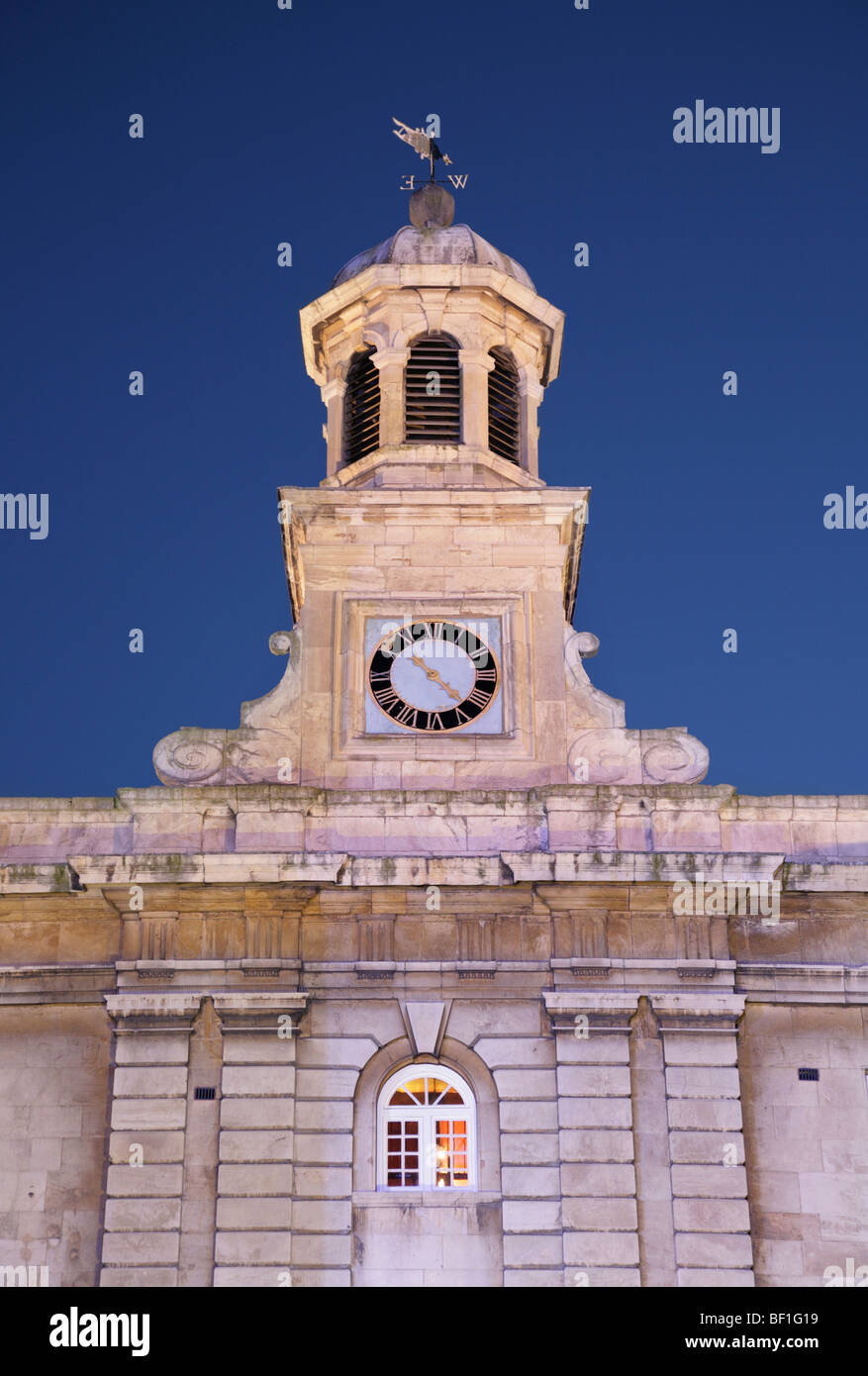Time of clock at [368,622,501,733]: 10:22
